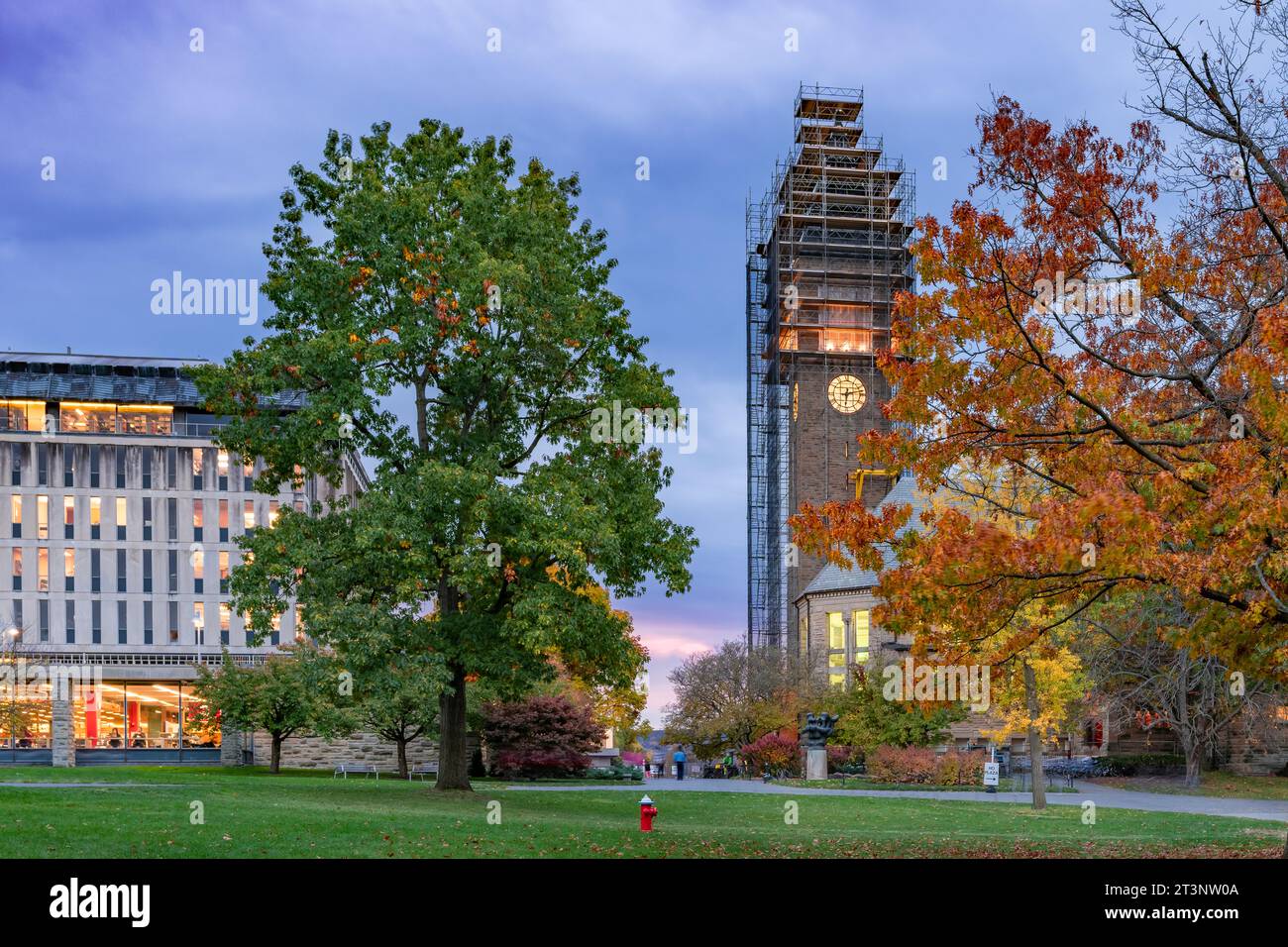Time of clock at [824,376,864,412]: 6:12
